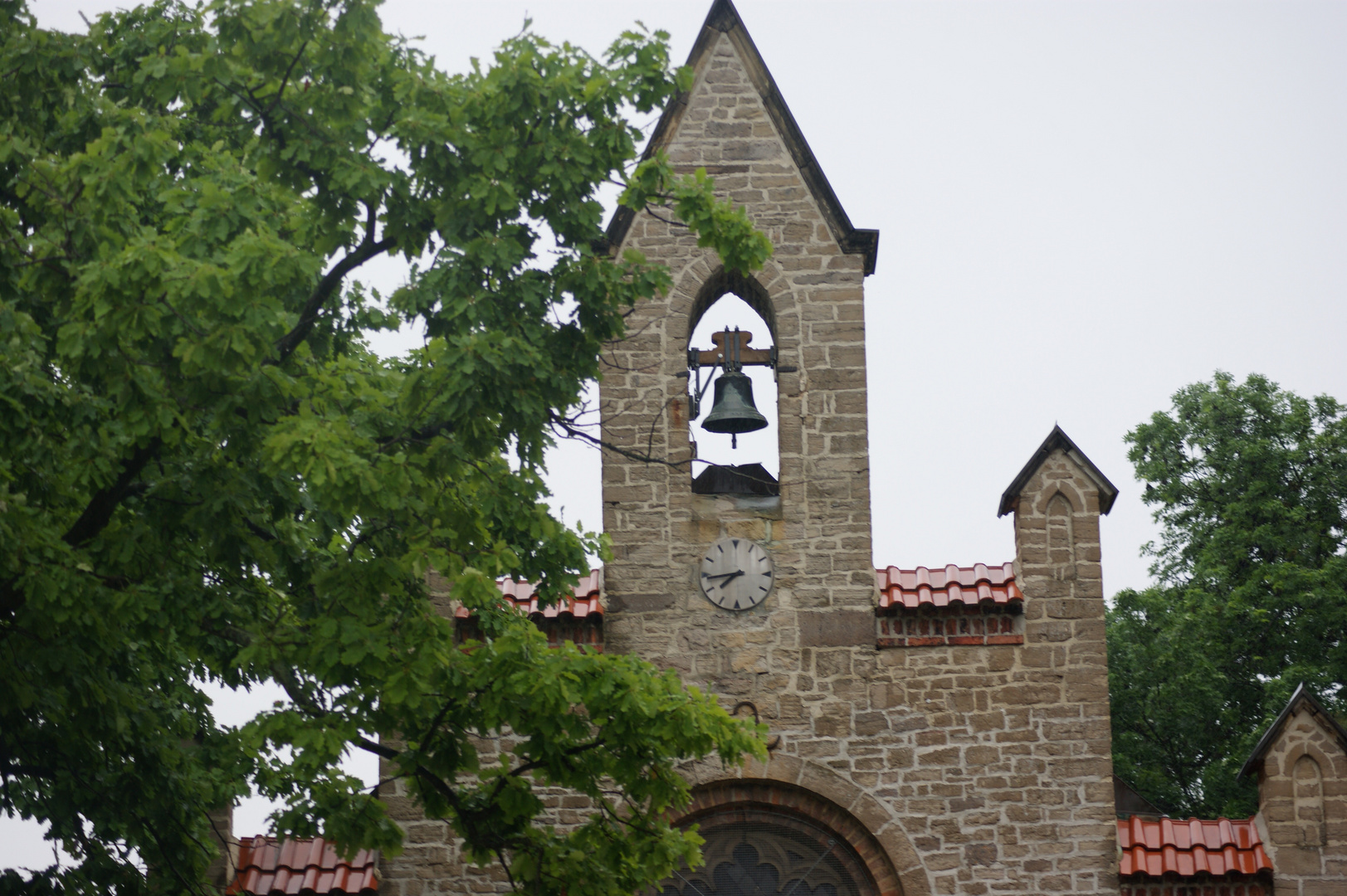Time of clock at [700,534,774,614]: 7:43
